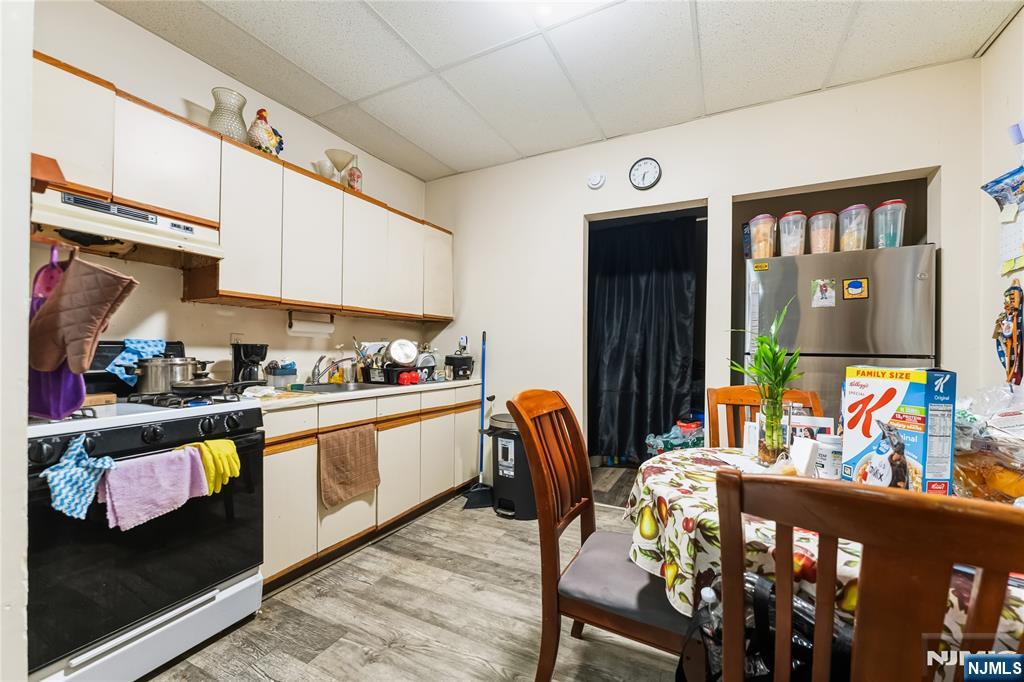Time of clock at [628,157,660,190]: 6:30
